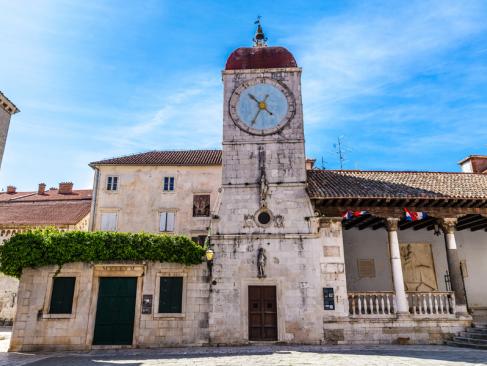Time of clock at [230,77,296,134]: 10:34
